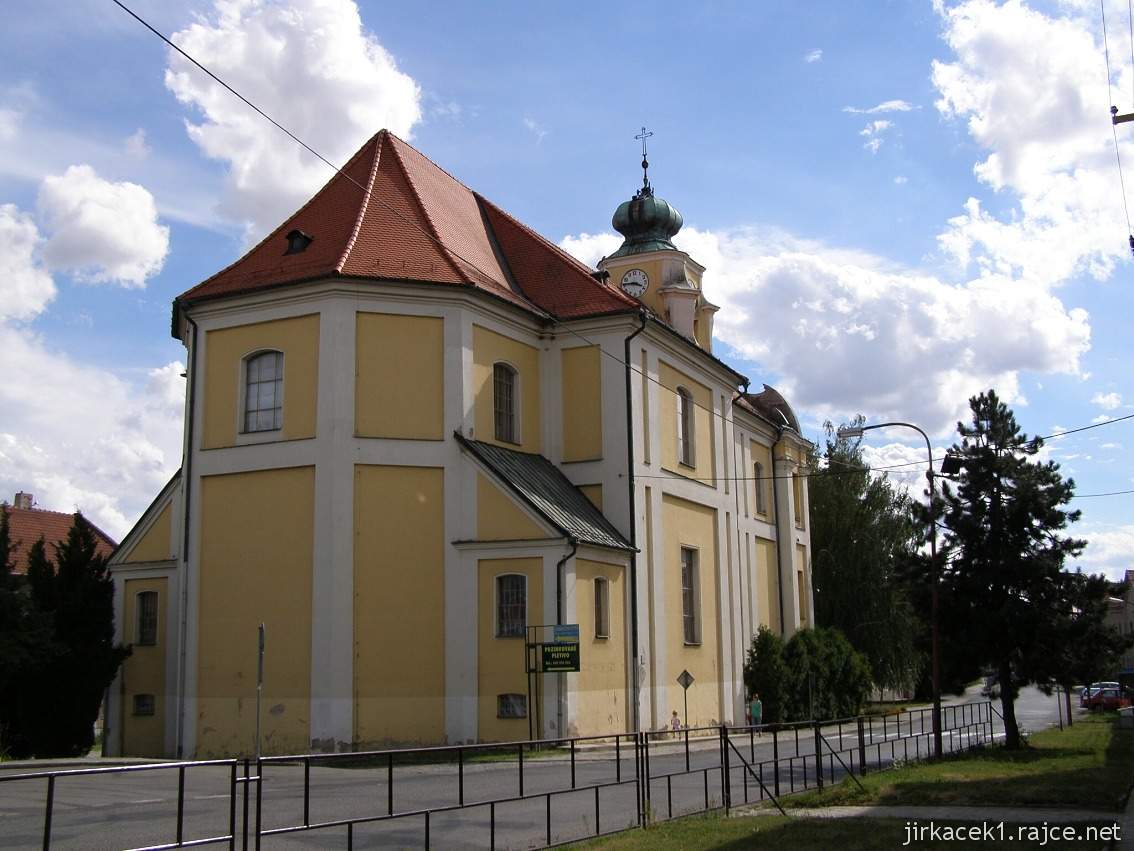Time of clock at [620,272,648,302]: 3:45
